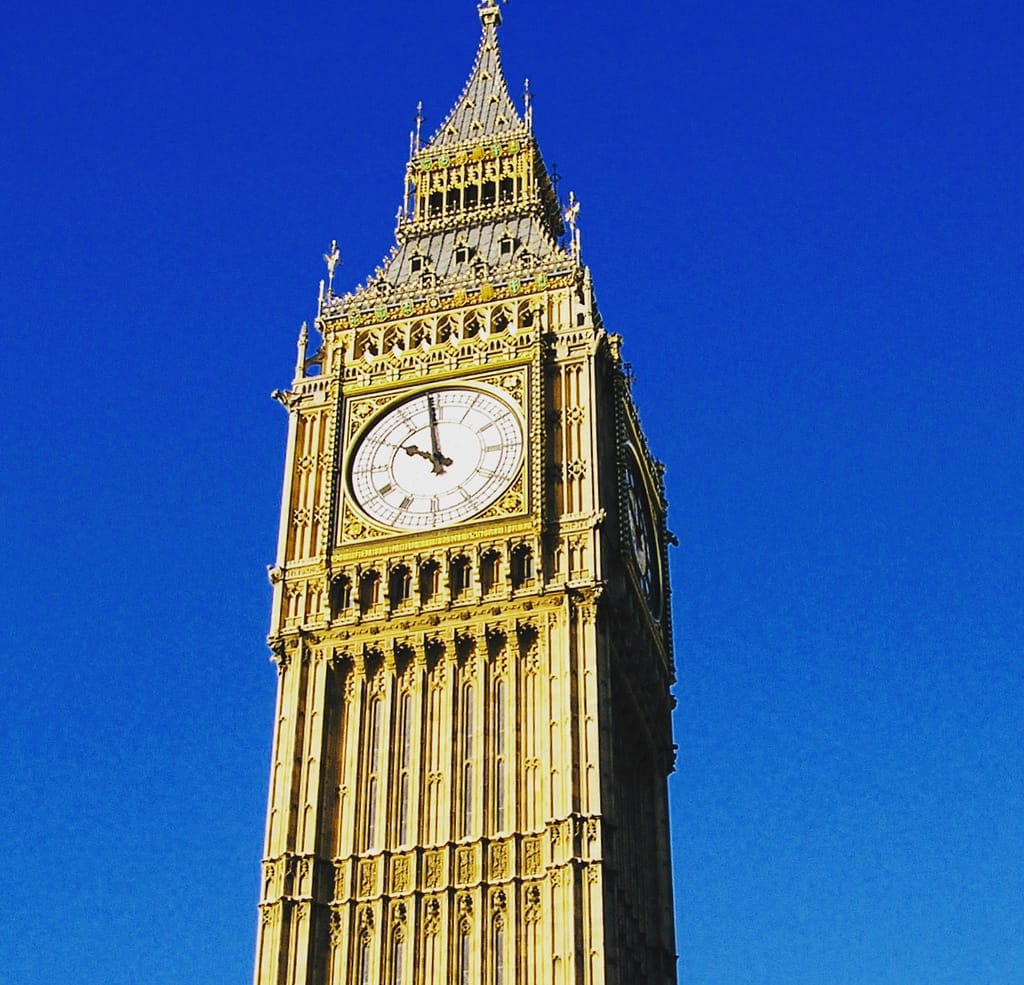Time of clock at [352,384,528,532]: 9:58
